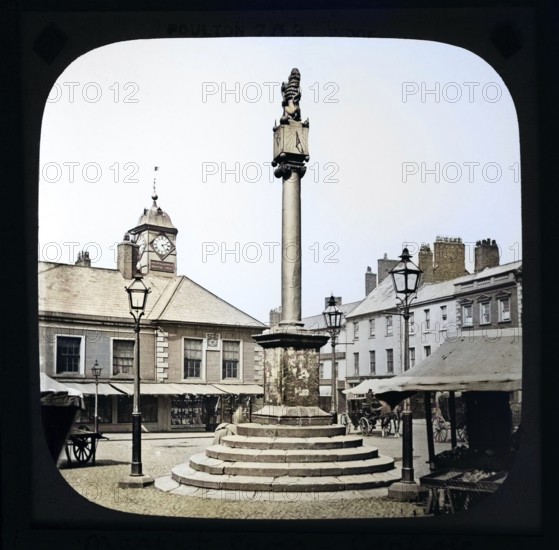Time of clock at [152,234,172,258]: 2:24
